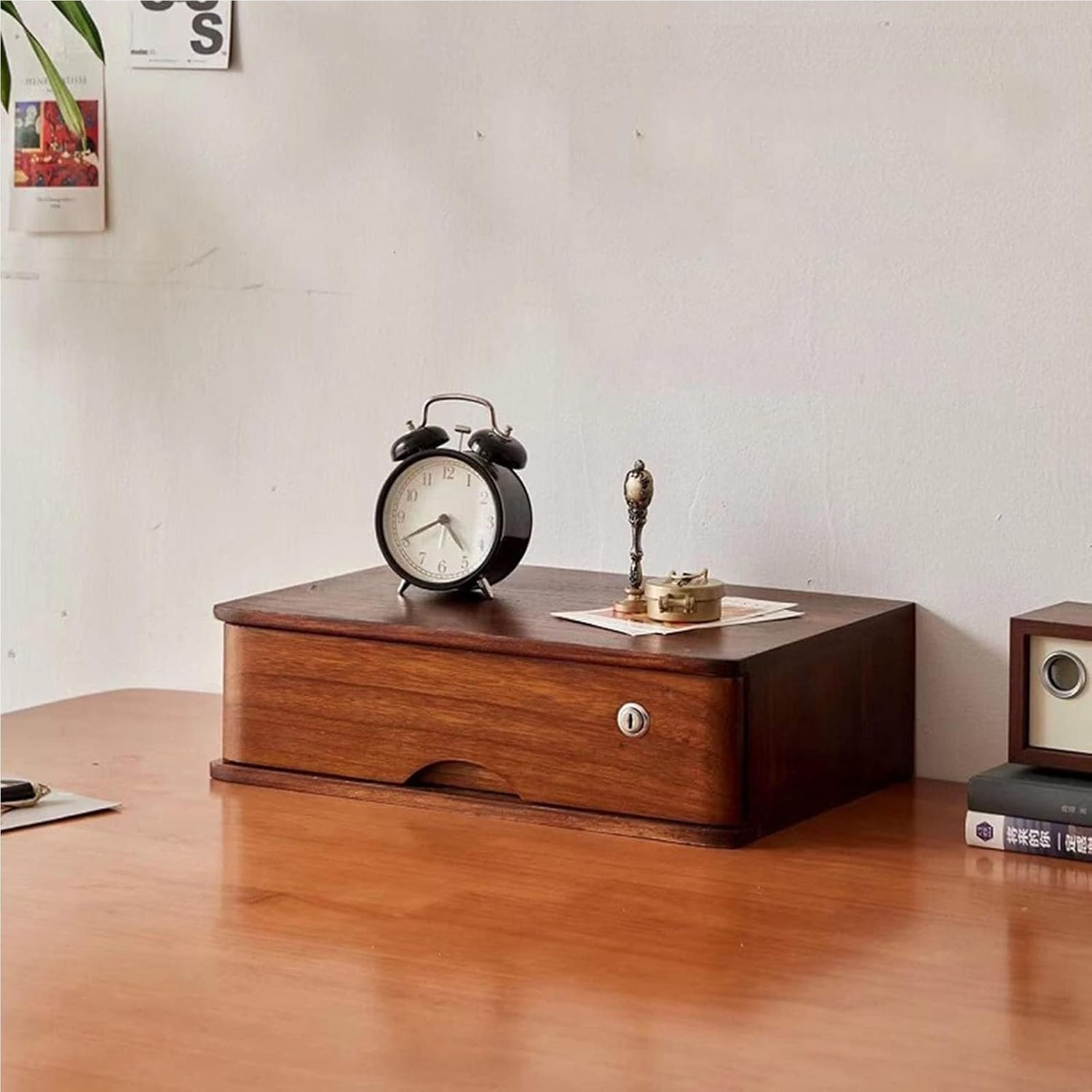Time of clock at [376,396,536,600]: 4:40
